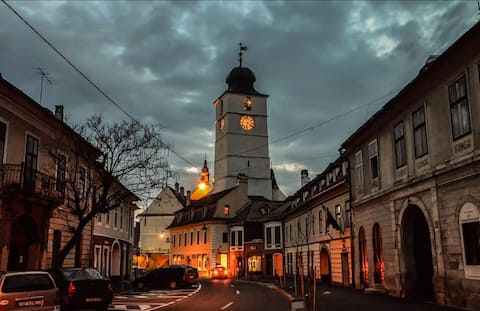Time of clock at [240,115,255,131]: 6:21
